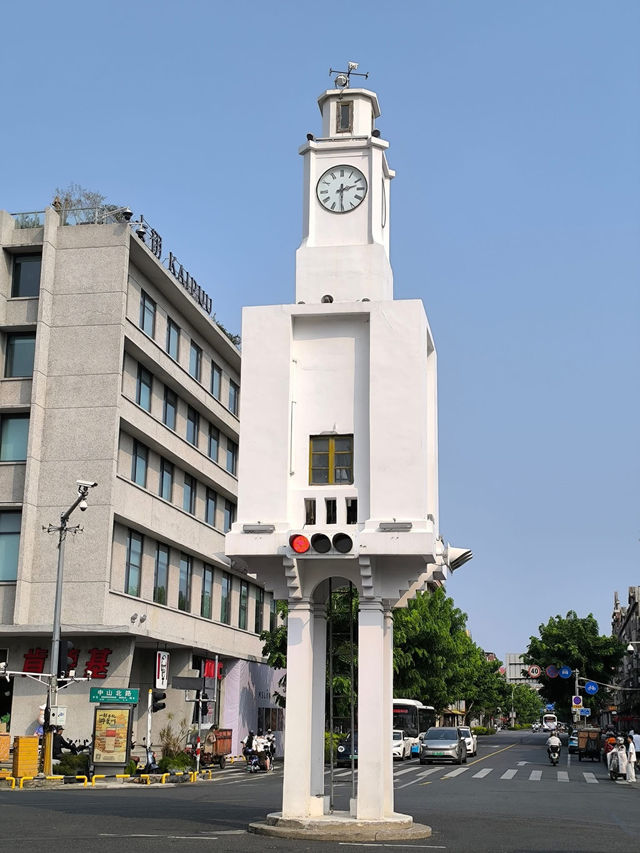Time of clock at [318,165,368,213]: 2:30
